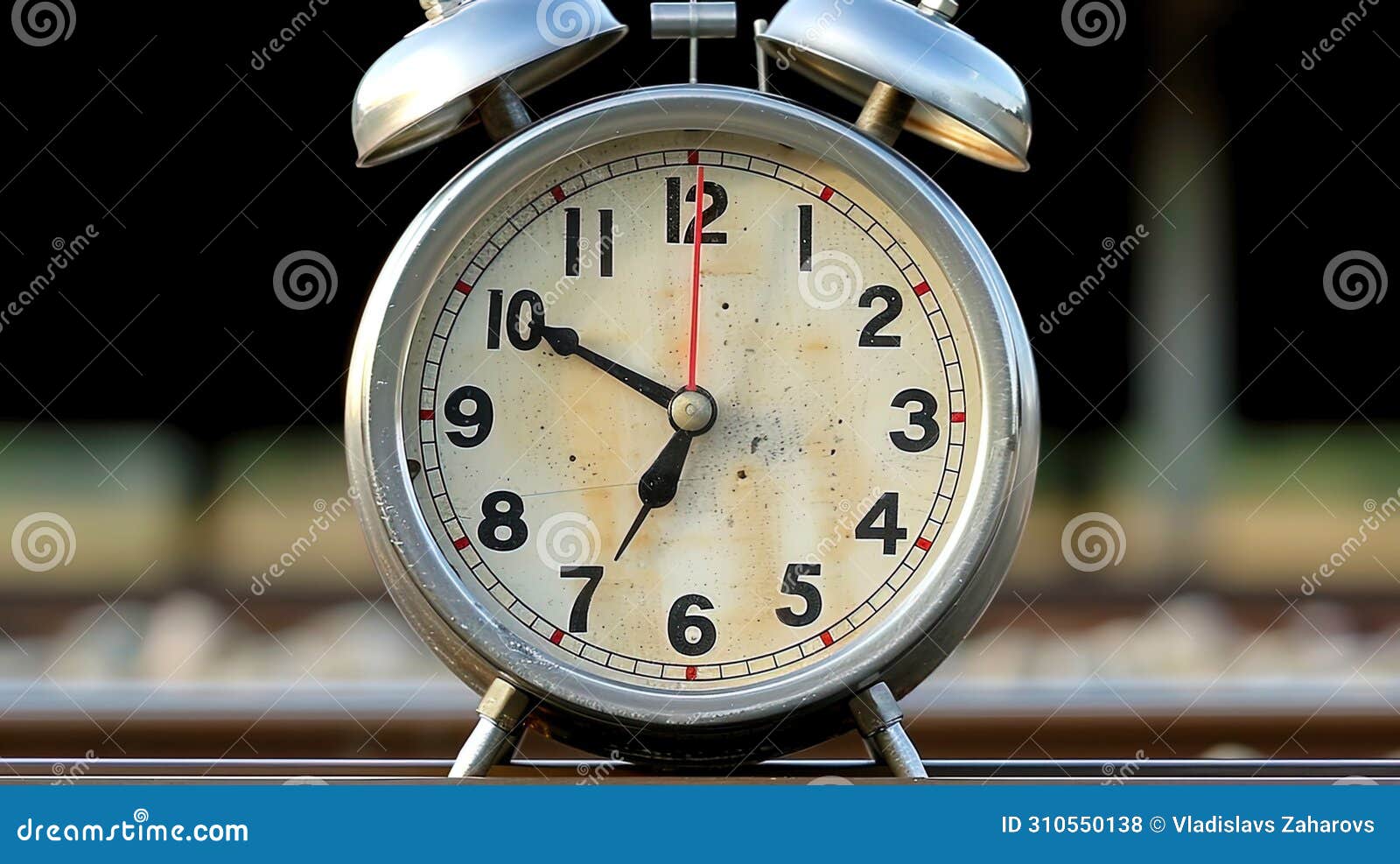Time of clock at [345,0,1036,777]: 6:50
